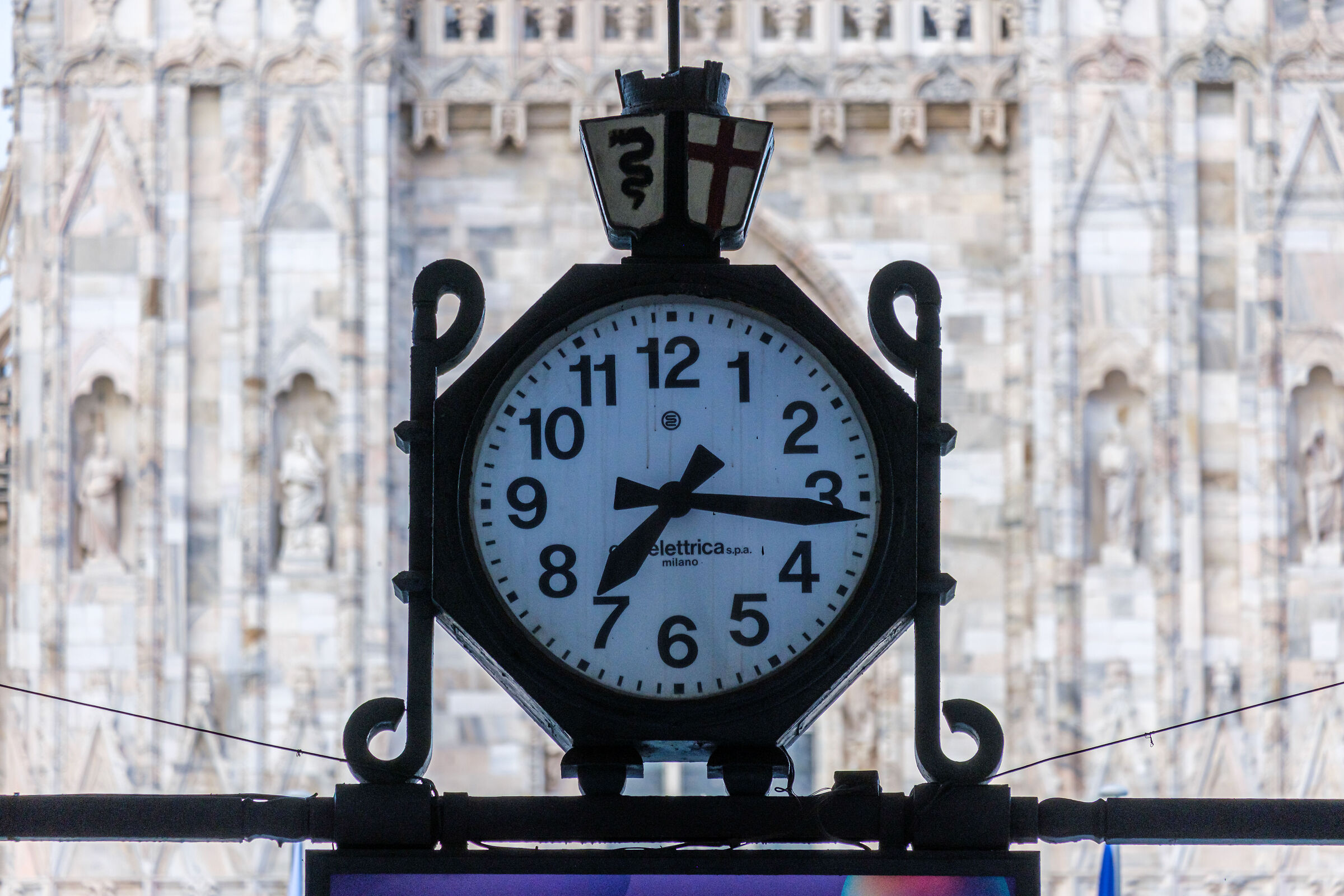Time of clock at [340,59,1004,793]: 7:15
